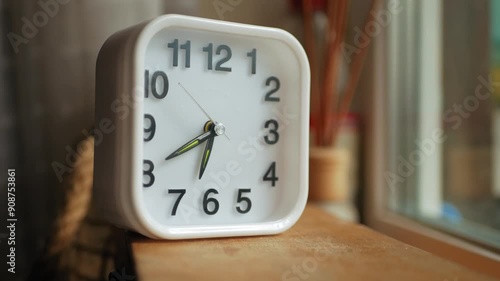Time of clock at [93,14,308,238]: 6:40
